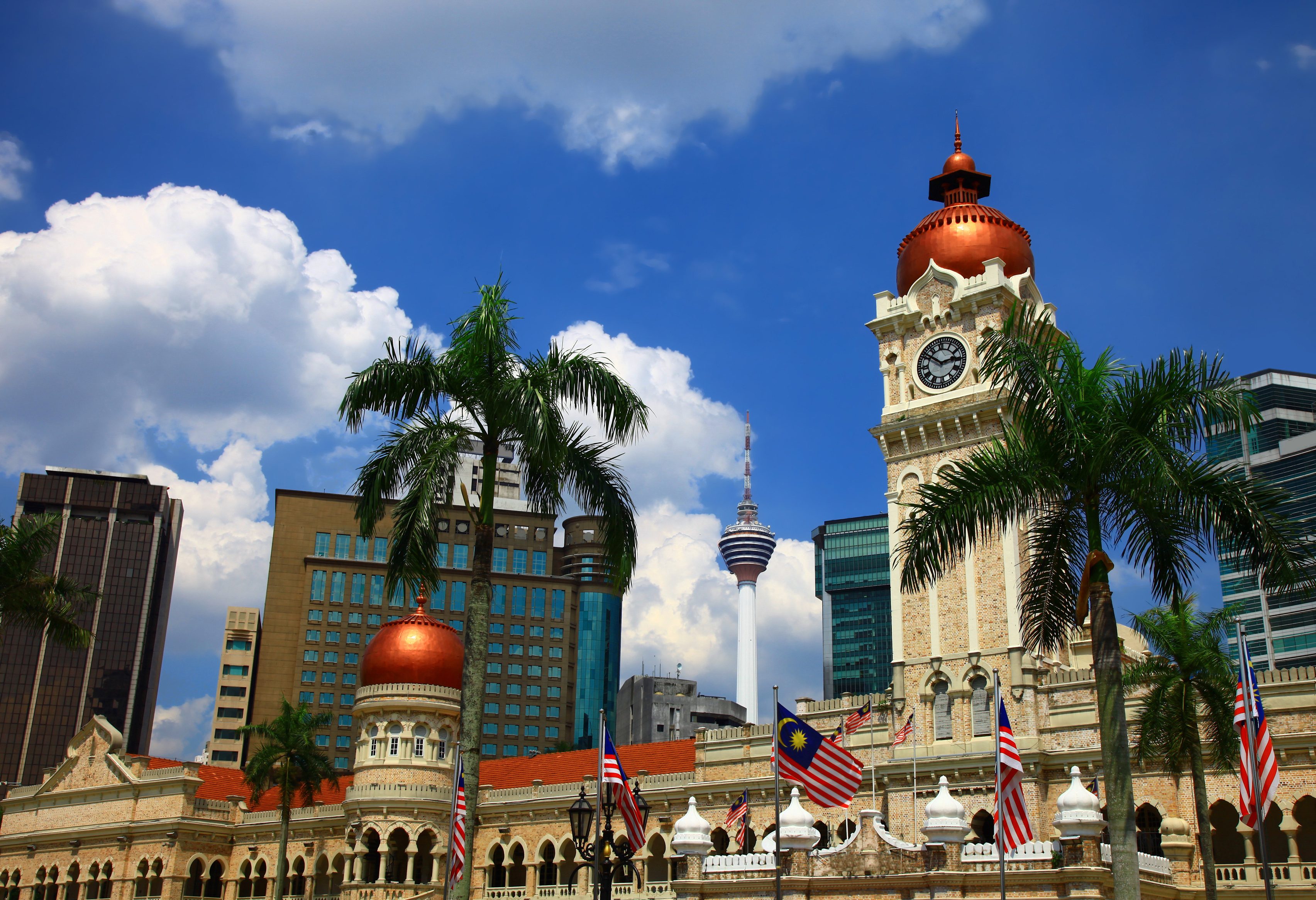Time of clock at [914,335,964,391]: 2:50
